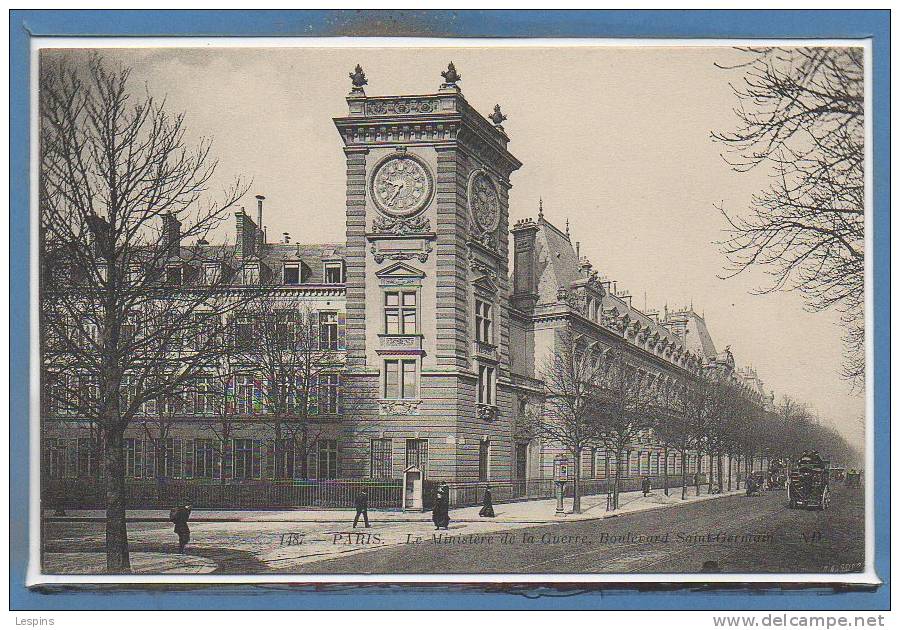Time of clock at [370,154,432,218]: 9:35
